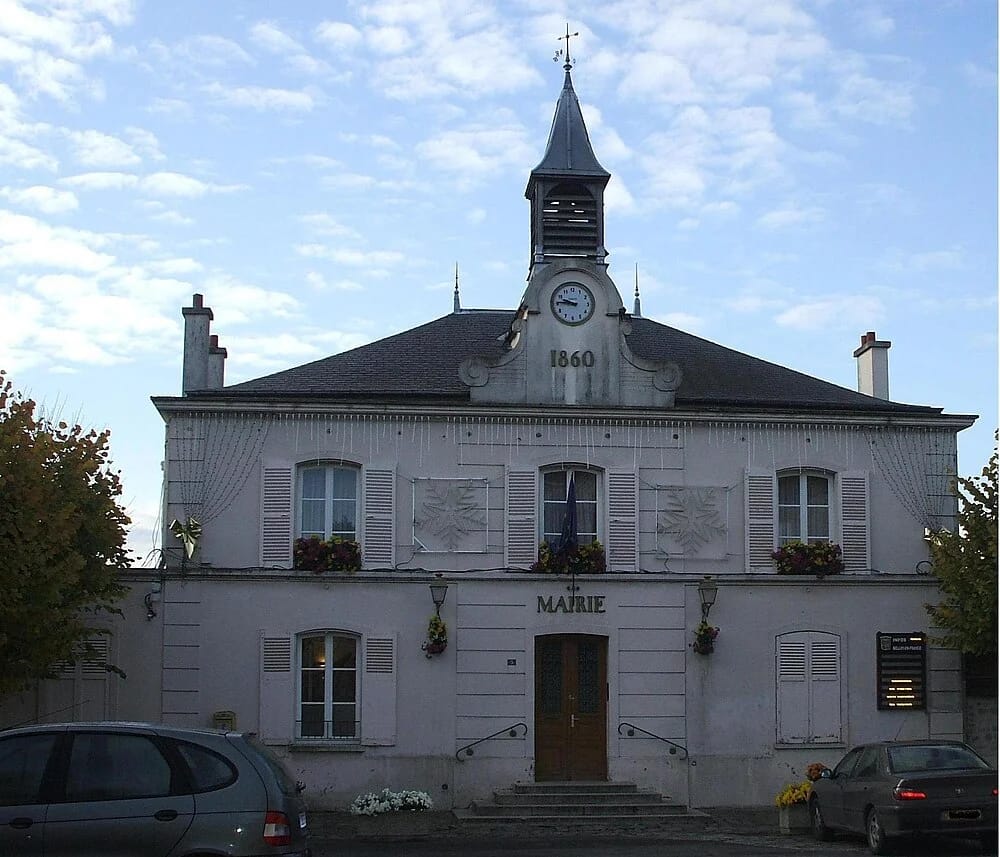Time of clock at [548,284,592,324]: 9:45
